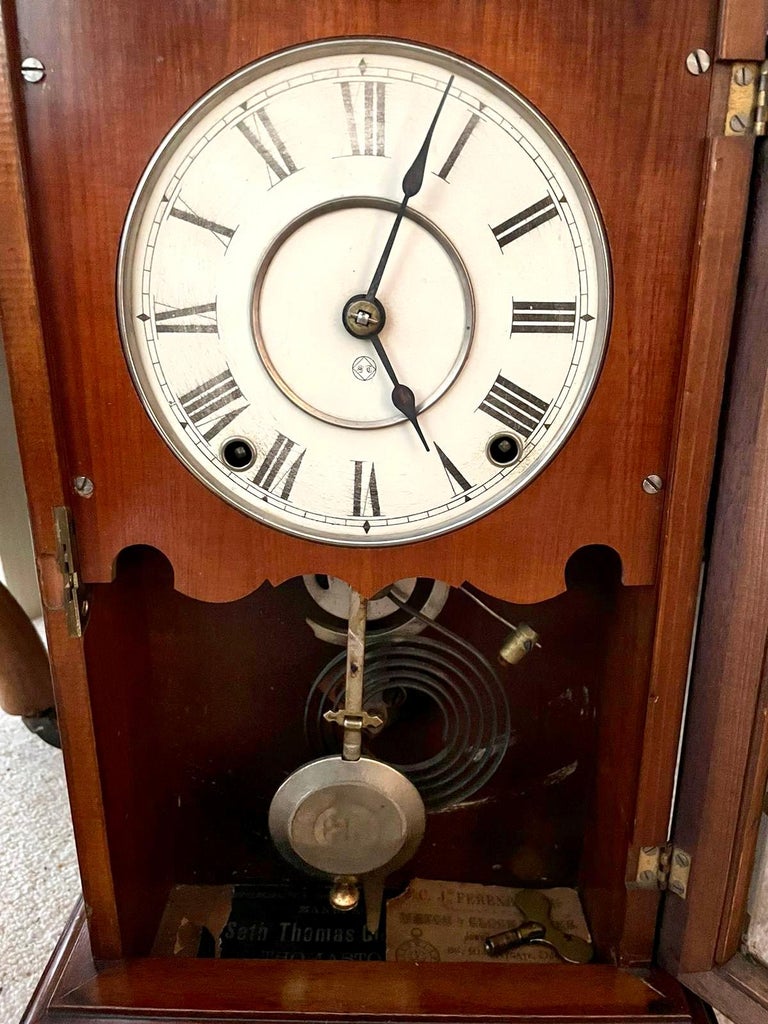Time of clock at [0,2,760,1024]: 5:03
